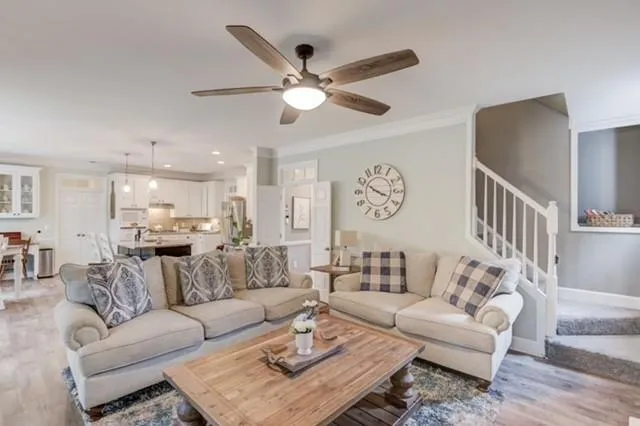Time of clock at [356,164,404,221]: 3:49
